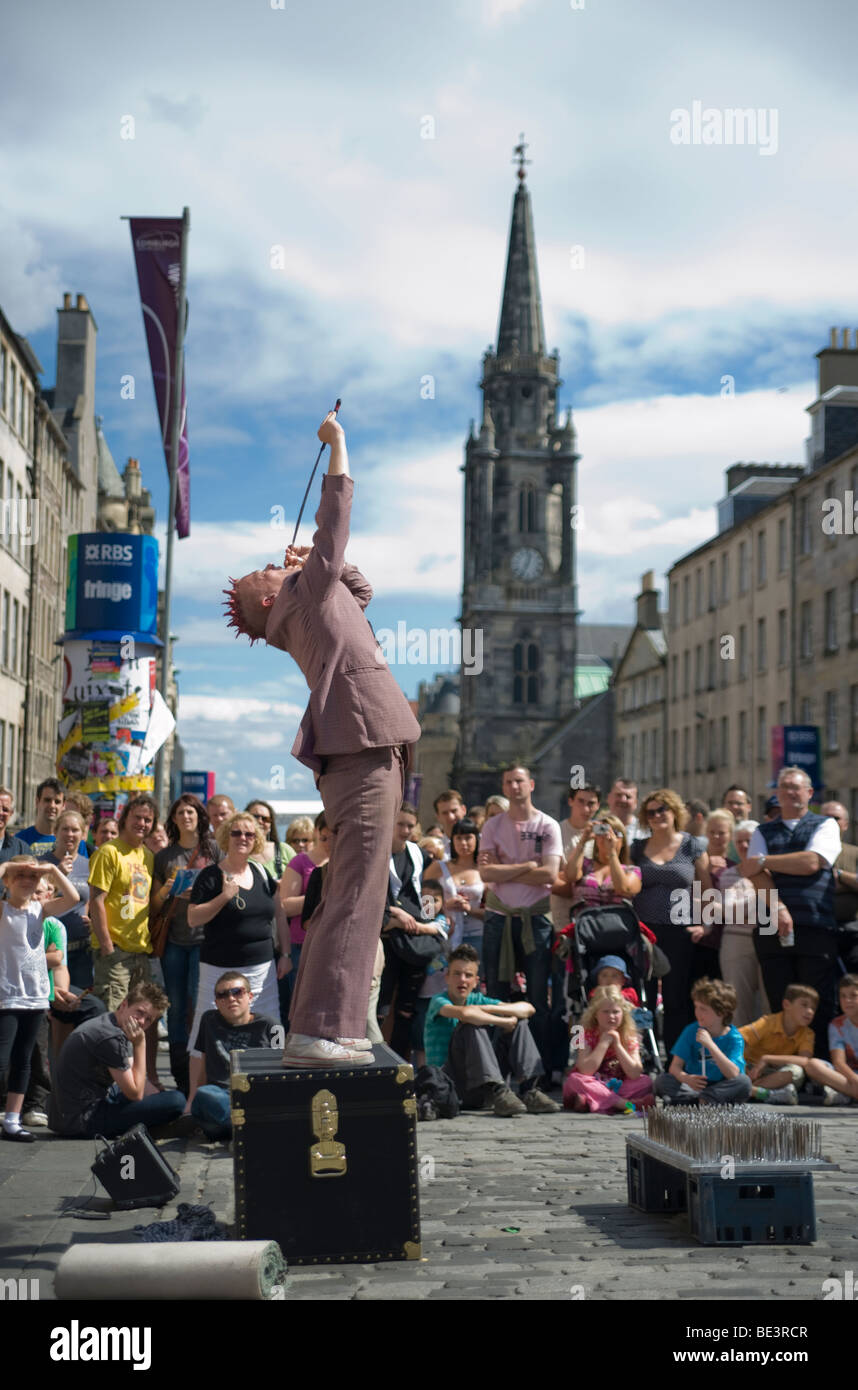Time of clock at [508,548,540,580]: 12:34
